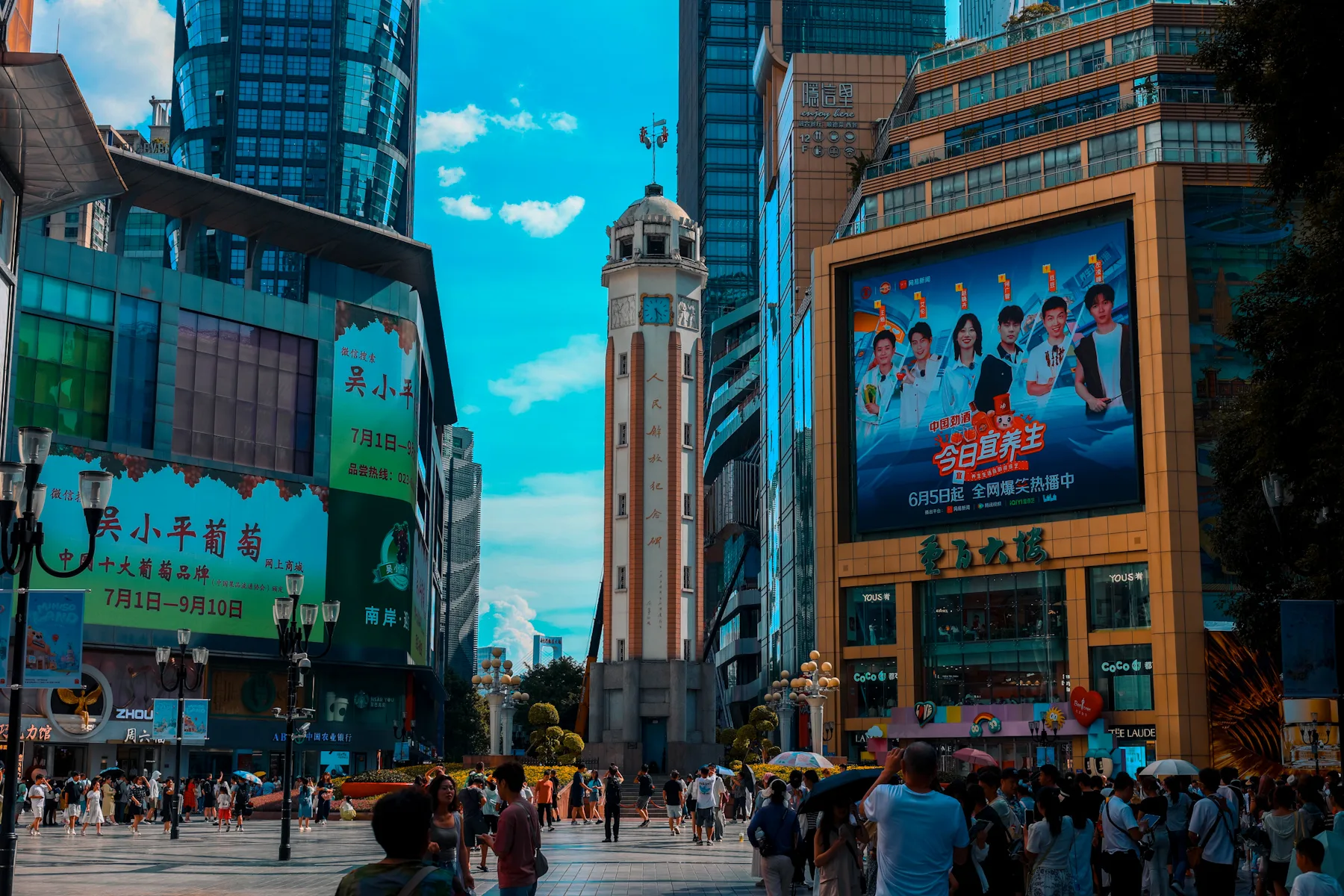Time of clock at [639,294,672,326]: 4:29
